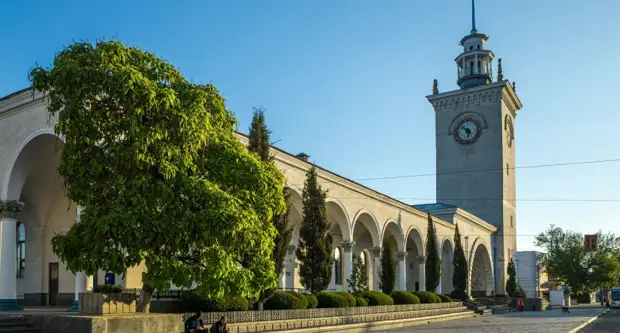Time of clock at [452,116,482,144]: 5:51
